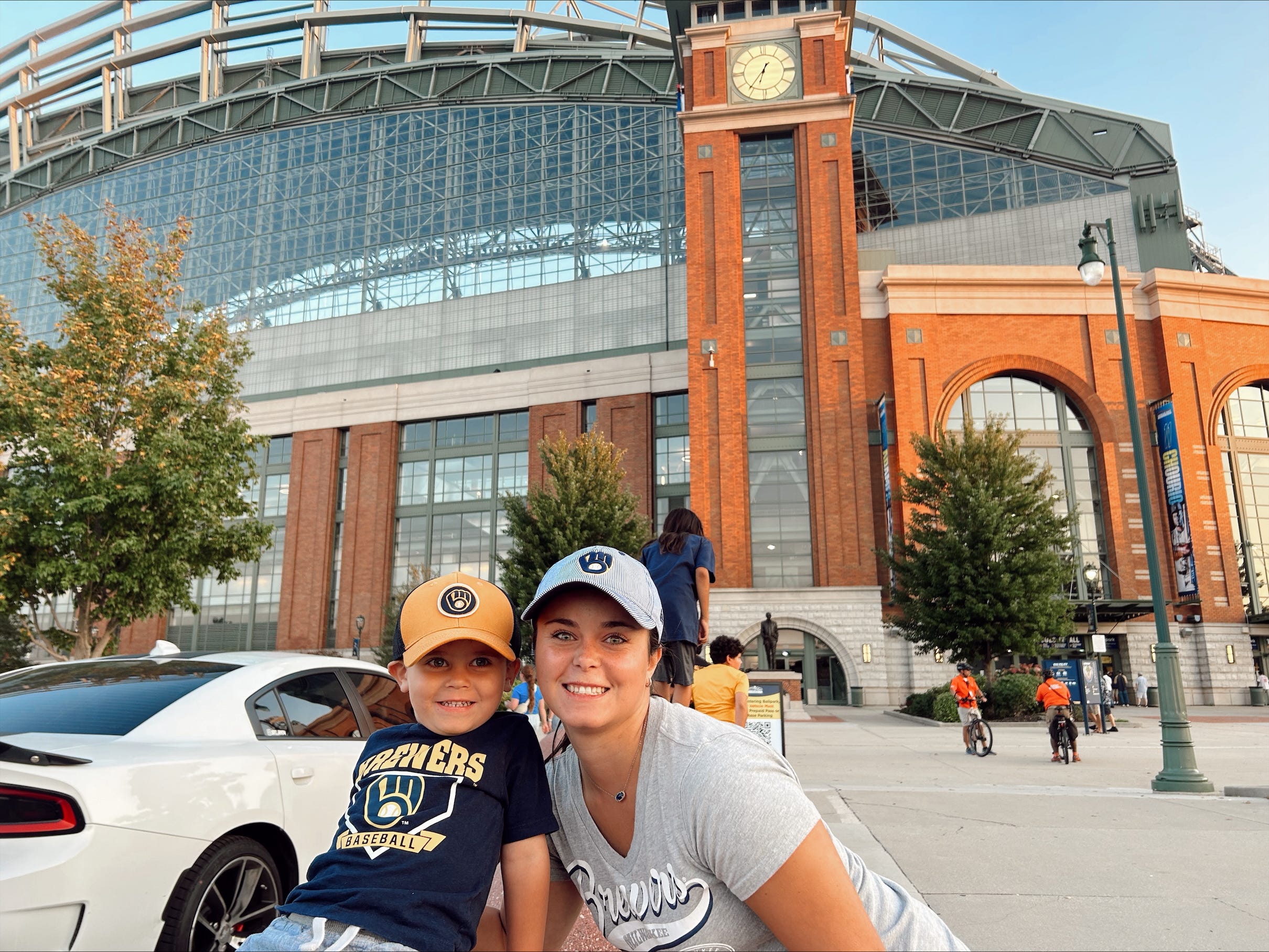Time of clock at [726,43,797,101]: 6:36
